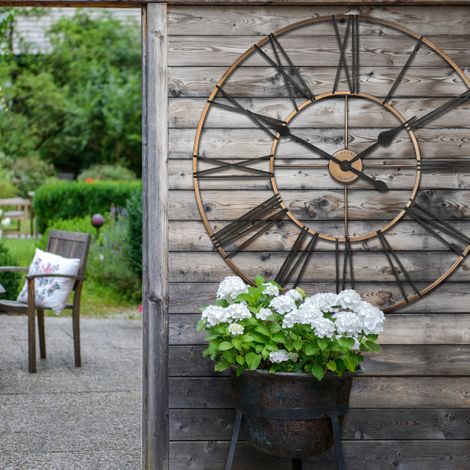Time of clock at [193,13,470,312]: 1:50
